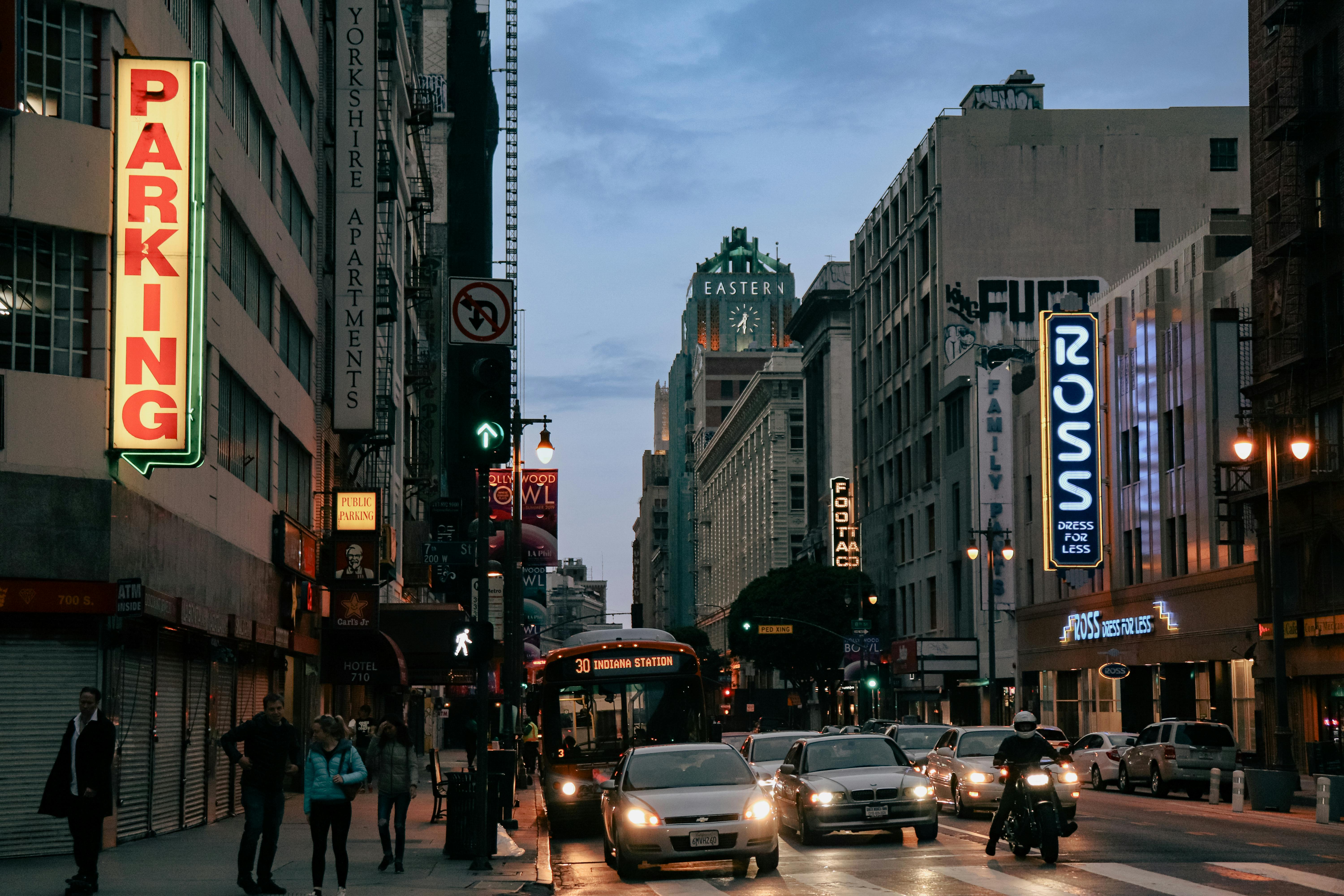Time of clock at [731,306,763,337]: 7:30
